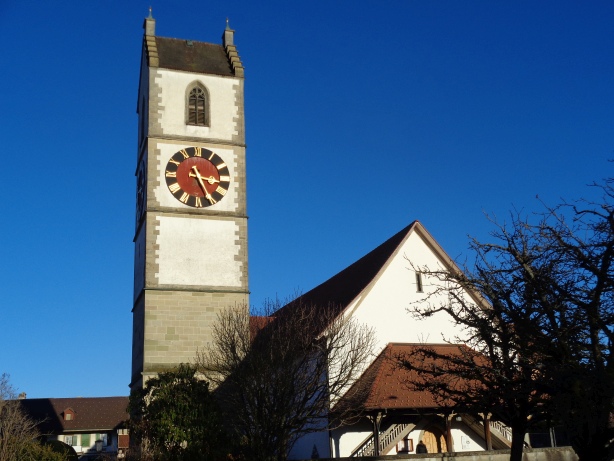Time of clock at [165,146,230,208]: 3:25
